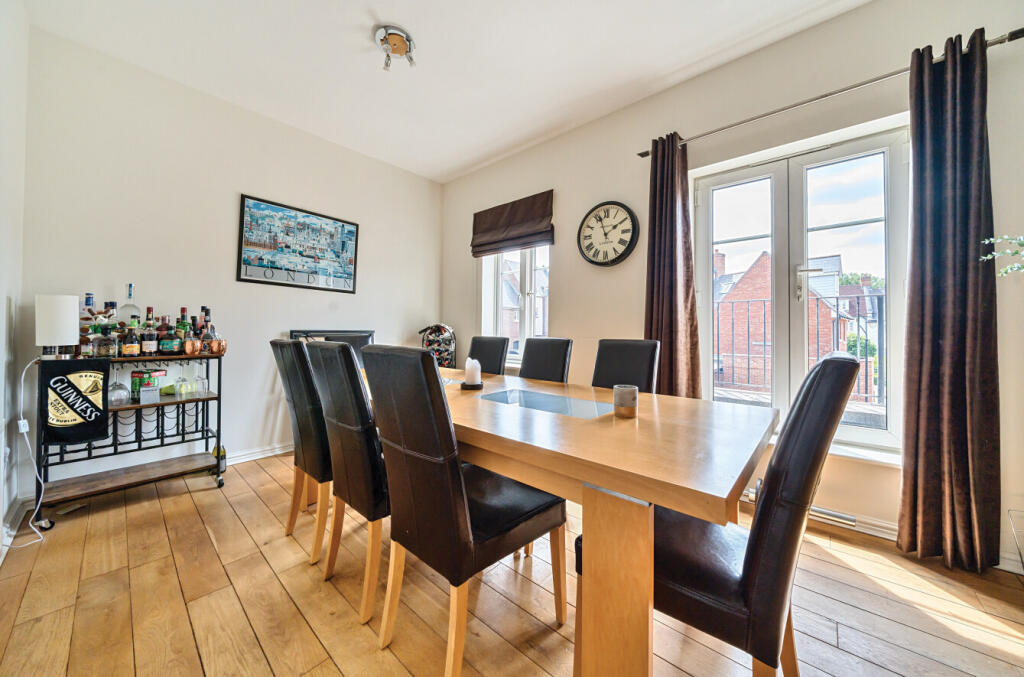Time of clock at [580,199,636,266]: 1:56
